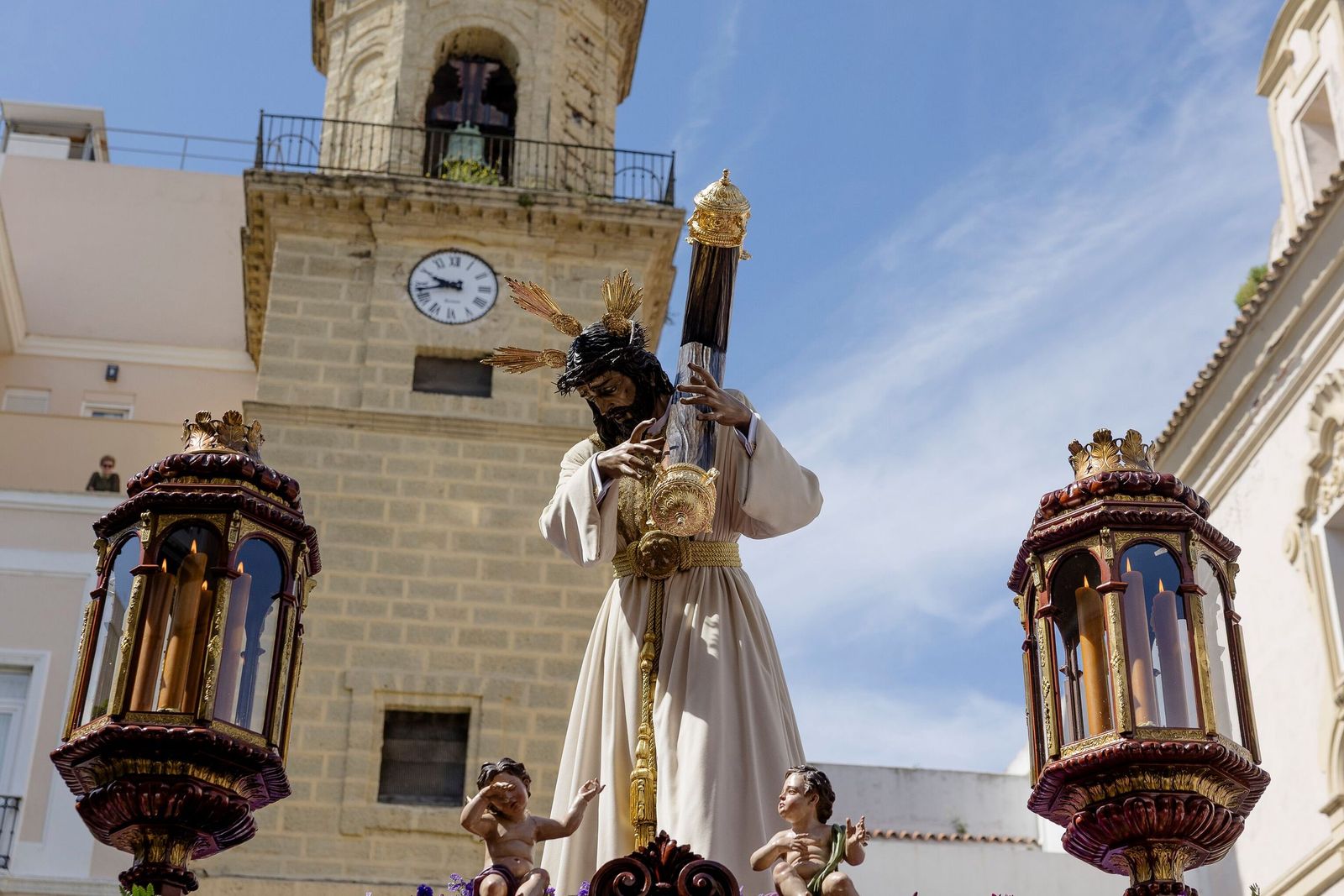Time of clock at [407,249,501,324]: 9:42
